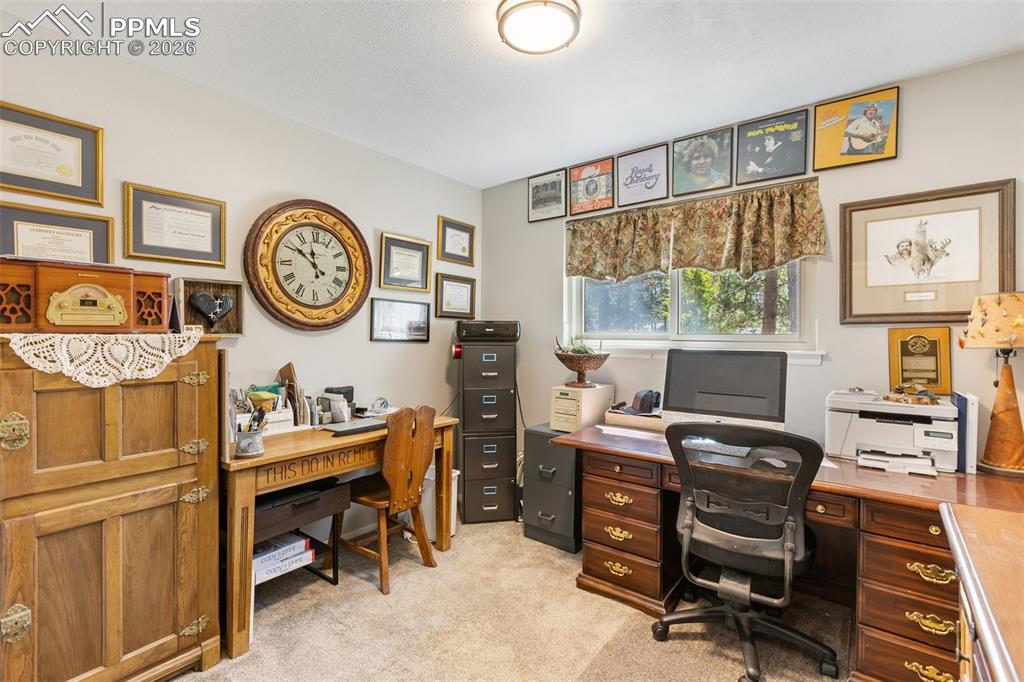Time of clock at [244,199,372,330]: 11:50
